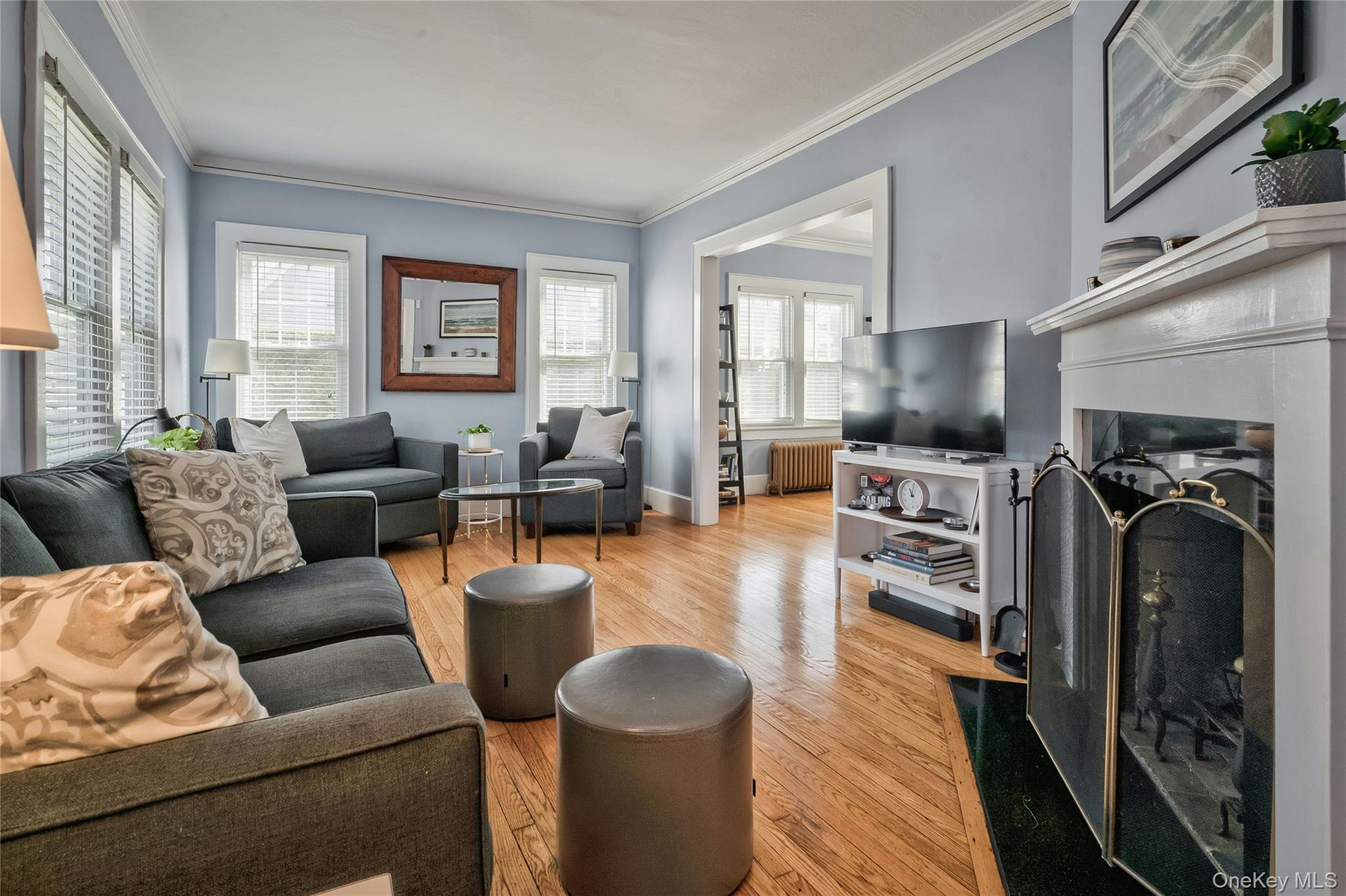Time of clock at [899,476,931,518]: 11:02
